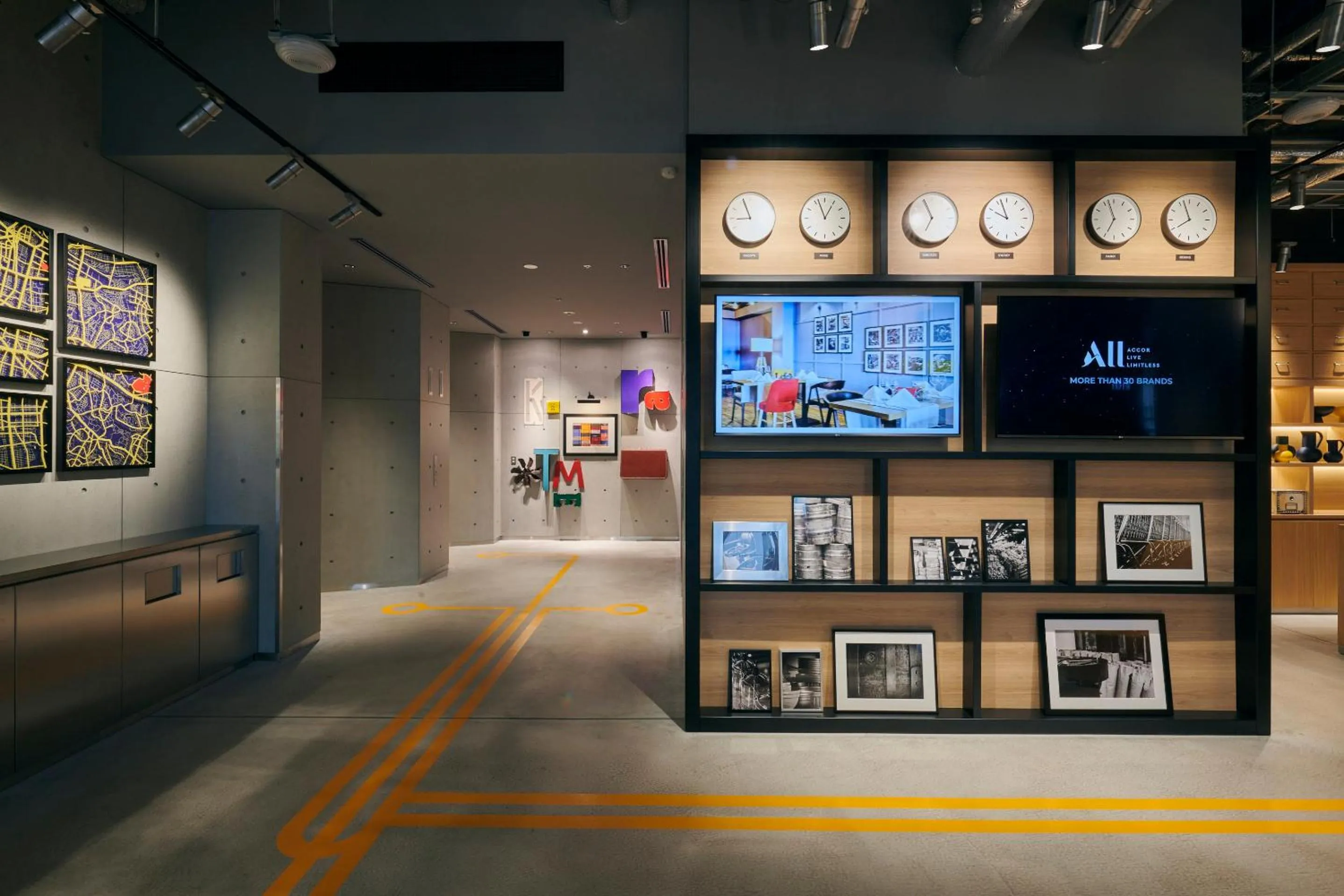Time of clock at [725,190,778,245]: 8:56
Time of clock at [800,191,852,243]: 12:56
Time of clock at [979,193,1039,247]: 9:56
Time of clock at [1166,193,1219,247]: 7:57
